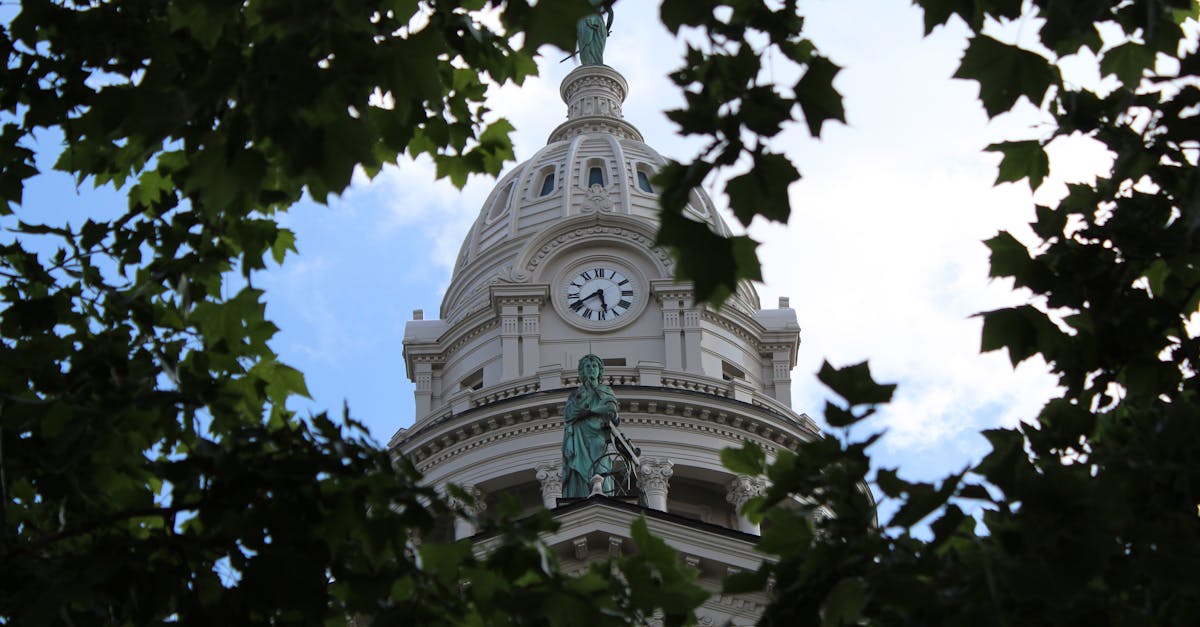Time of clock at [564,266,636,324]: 5:40
